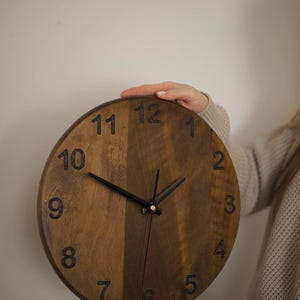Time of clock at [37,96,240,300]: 1:49
